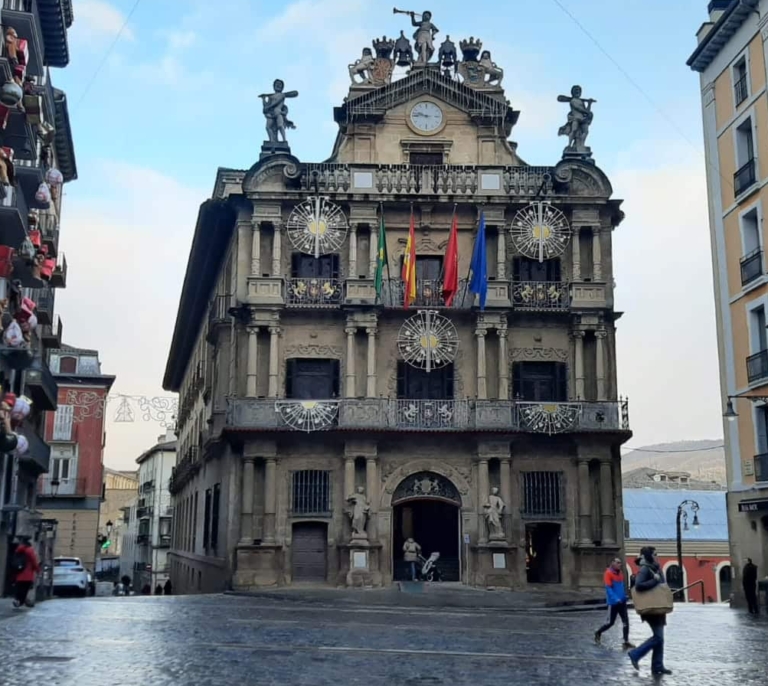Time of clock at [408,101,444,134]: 9:45
